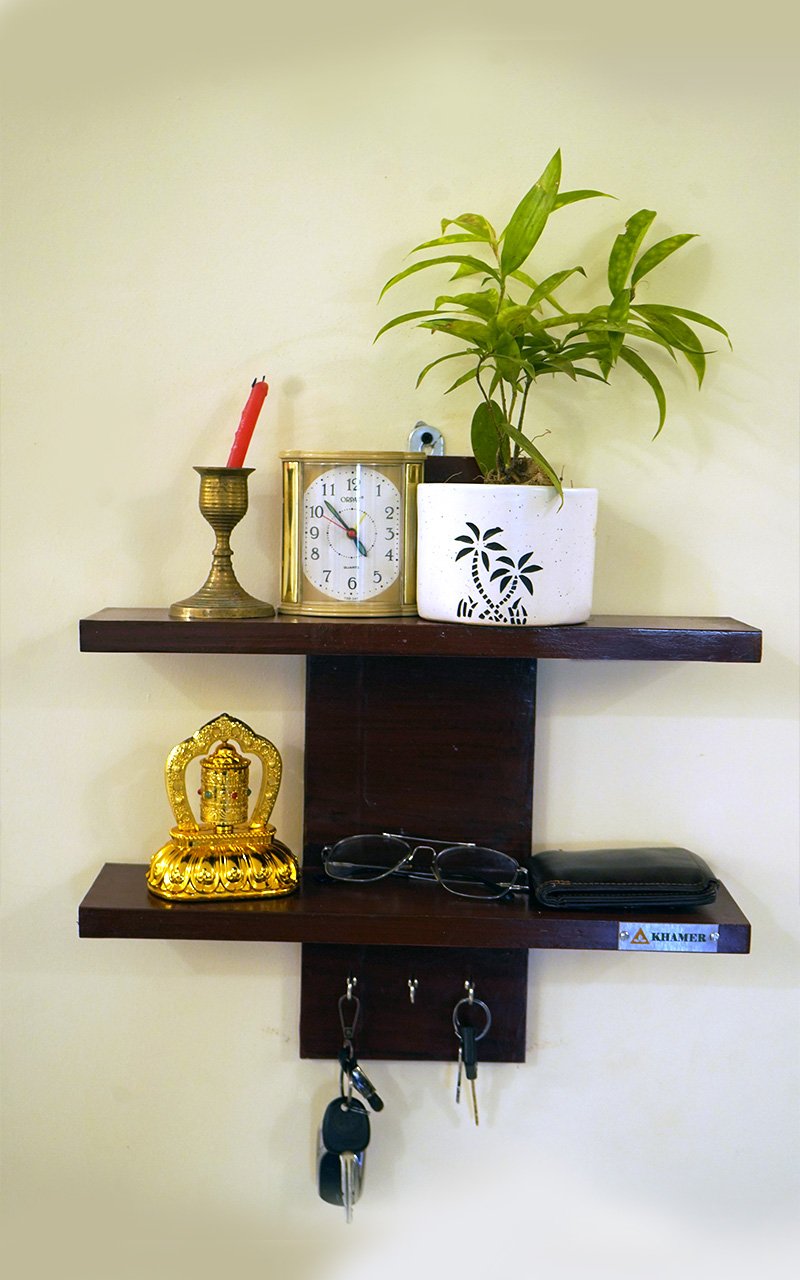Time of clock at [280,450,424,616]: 4:52
